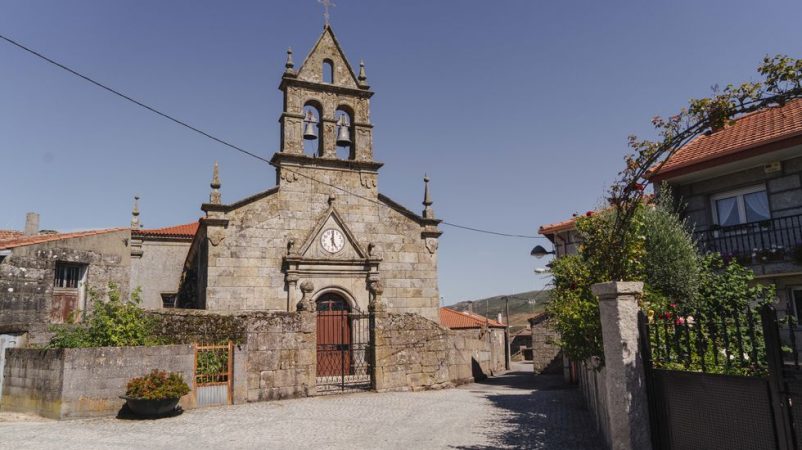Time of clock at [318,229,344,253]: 5:00
